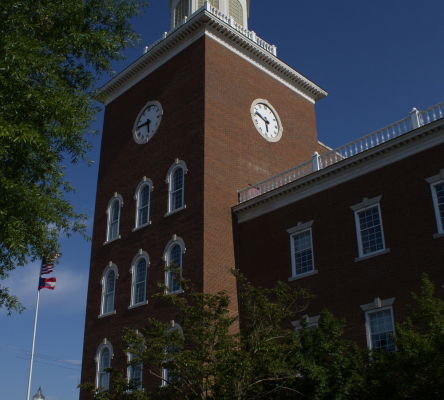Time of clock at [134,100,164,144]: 5:45
